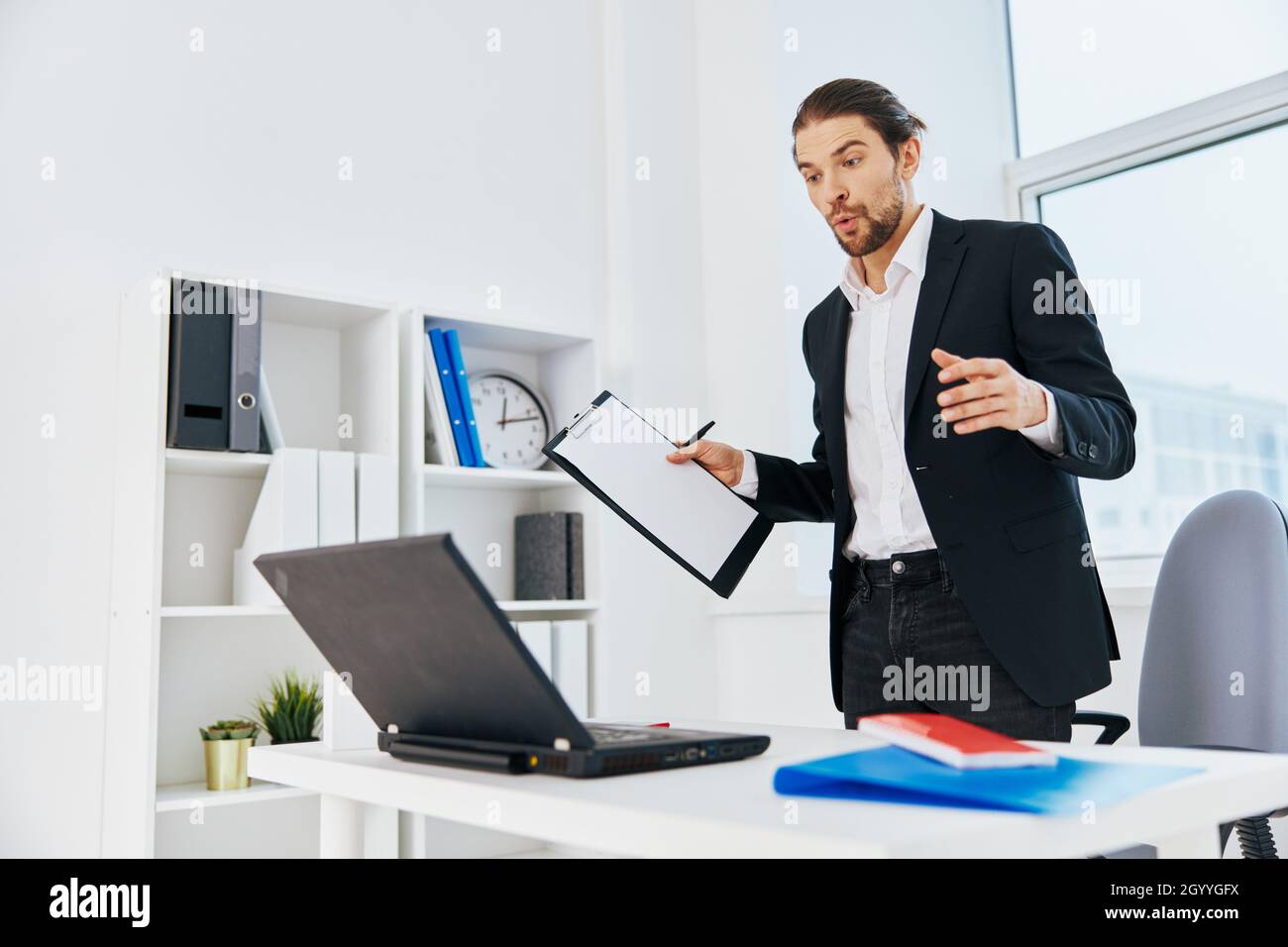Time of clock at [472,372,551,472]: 12:12
